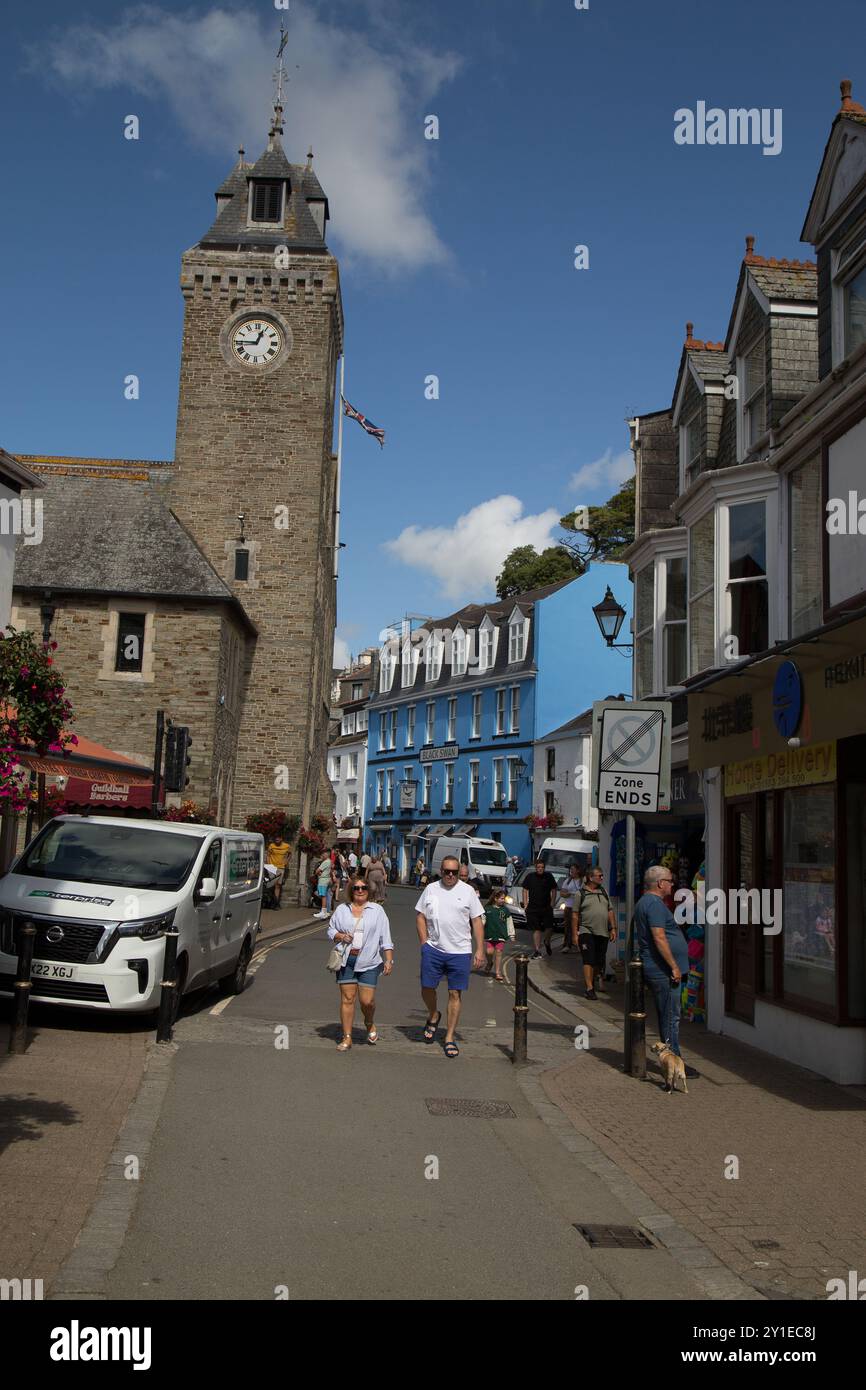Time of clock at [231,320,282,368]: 12:45
